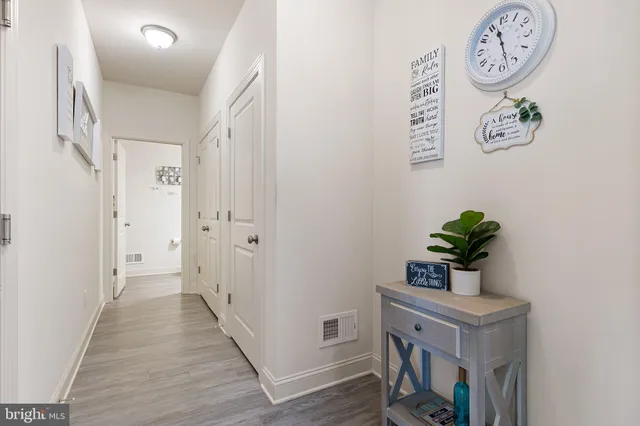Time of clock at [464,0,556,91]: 11:28
